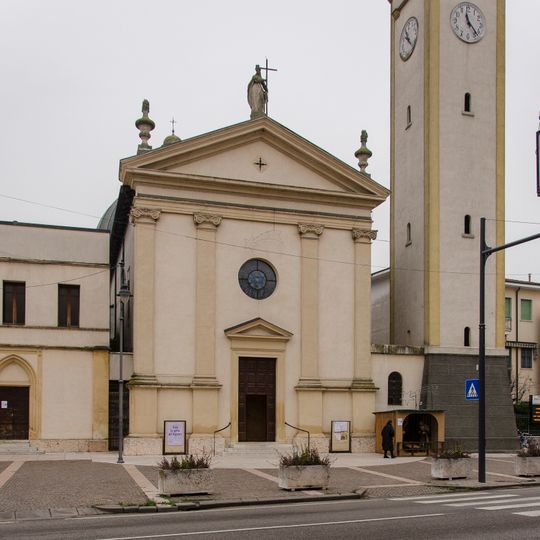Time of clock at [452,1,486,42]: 11:23
